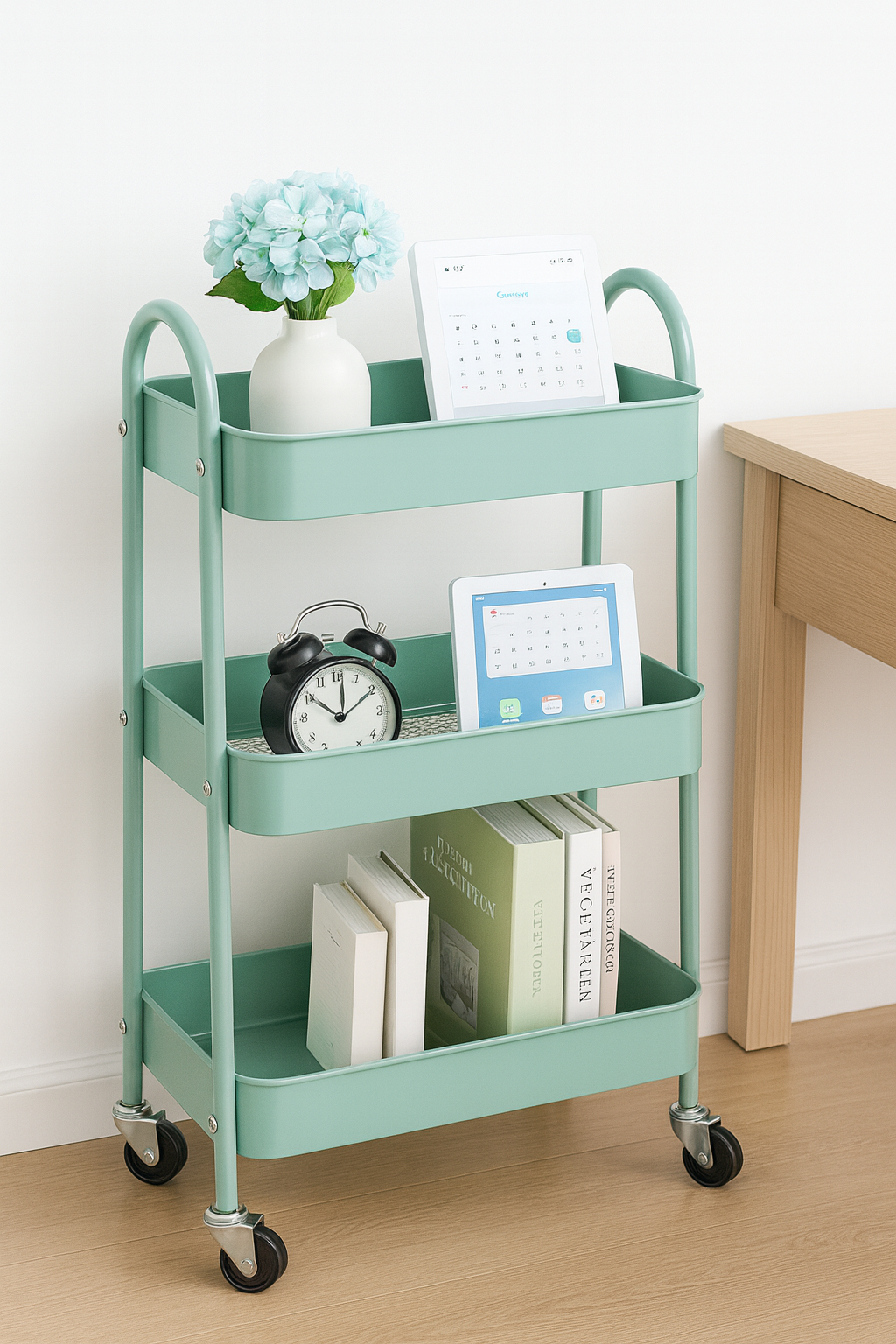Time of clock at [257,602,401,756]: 10:01
